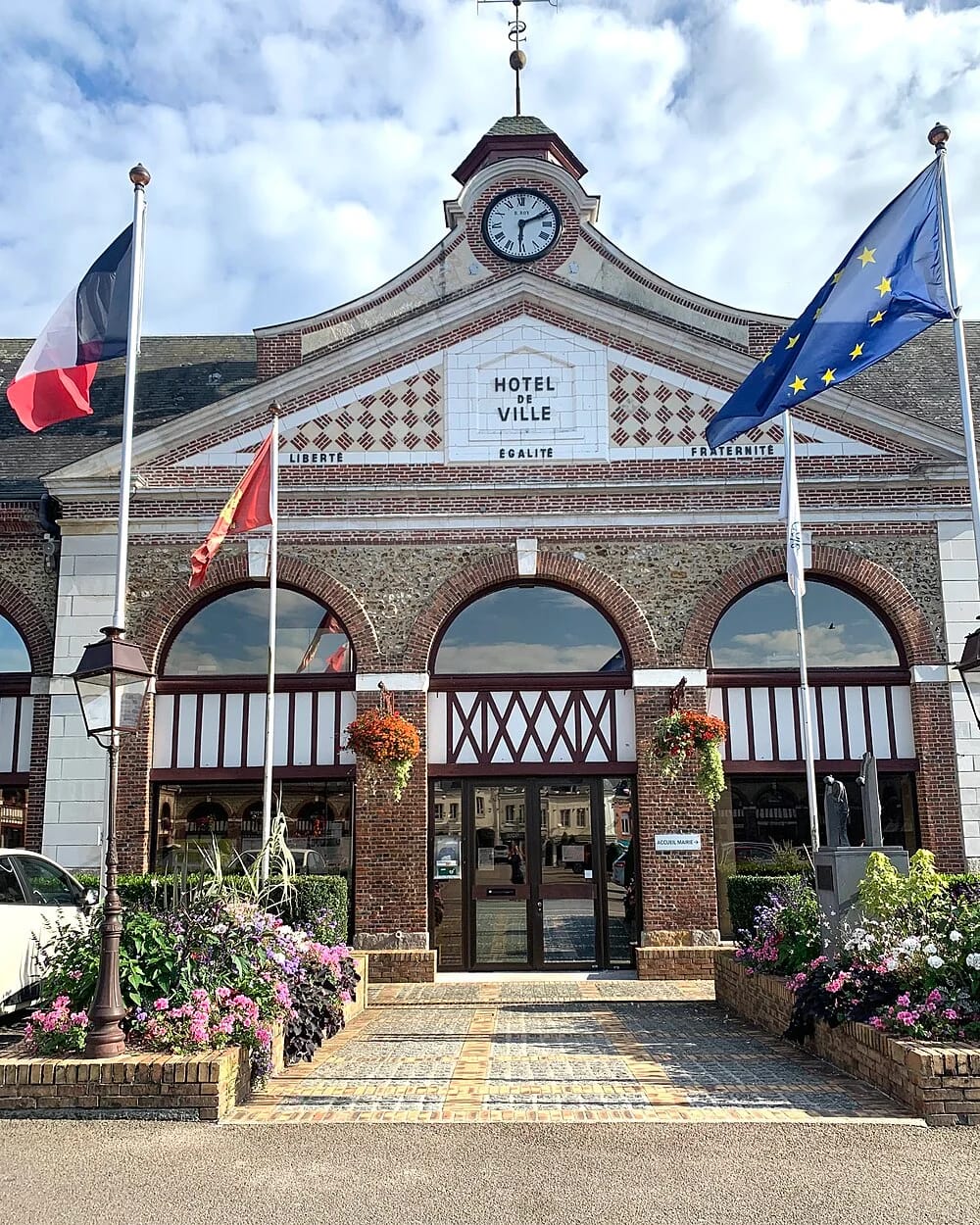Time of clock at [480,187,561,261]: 6:10
